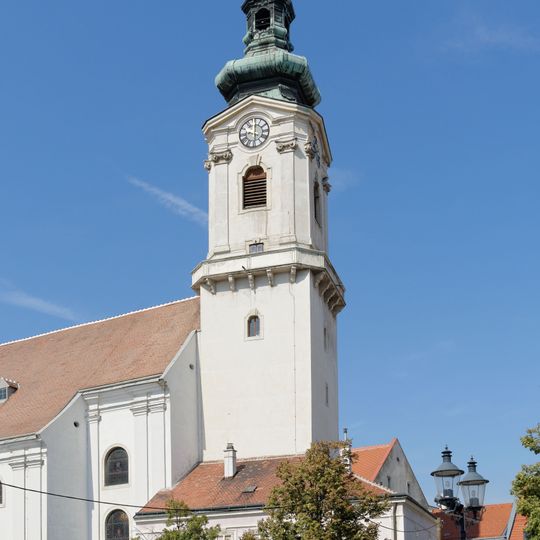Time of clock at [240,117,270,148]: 5:59
